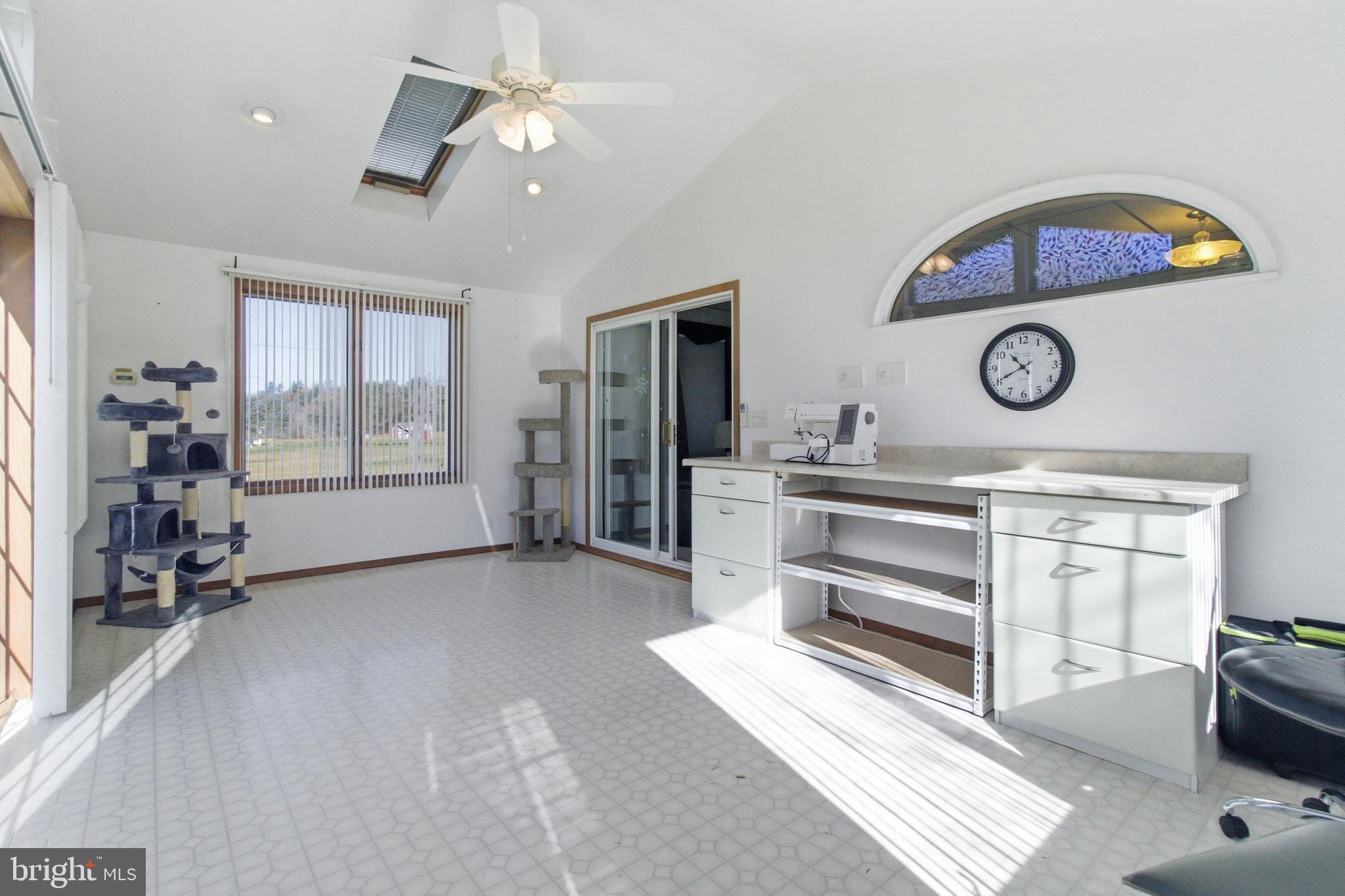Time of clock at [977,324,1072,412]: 10:40
